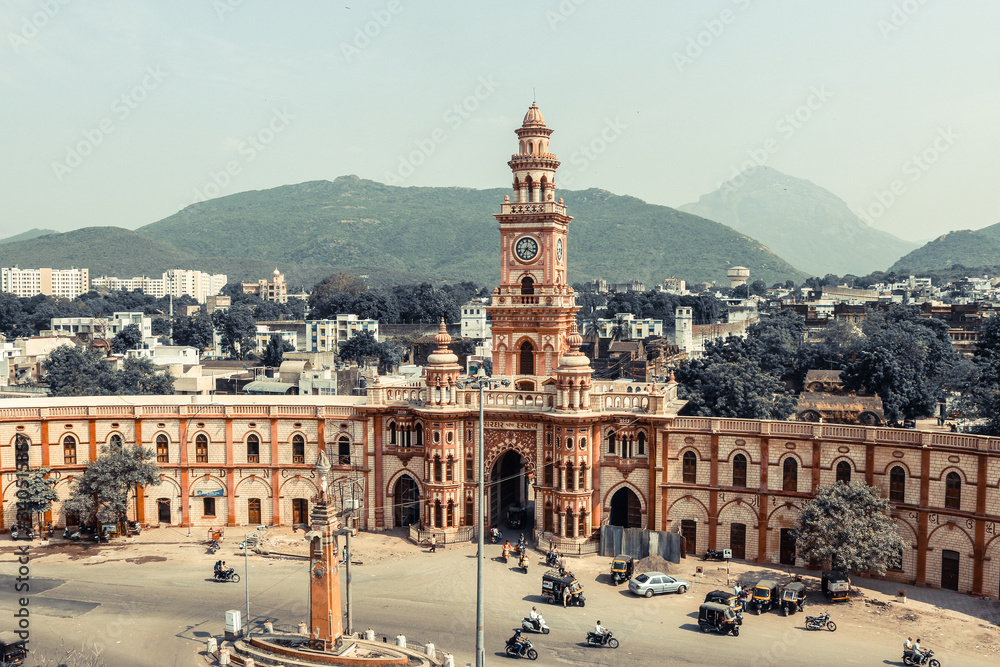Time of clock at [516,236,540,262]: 7:20
